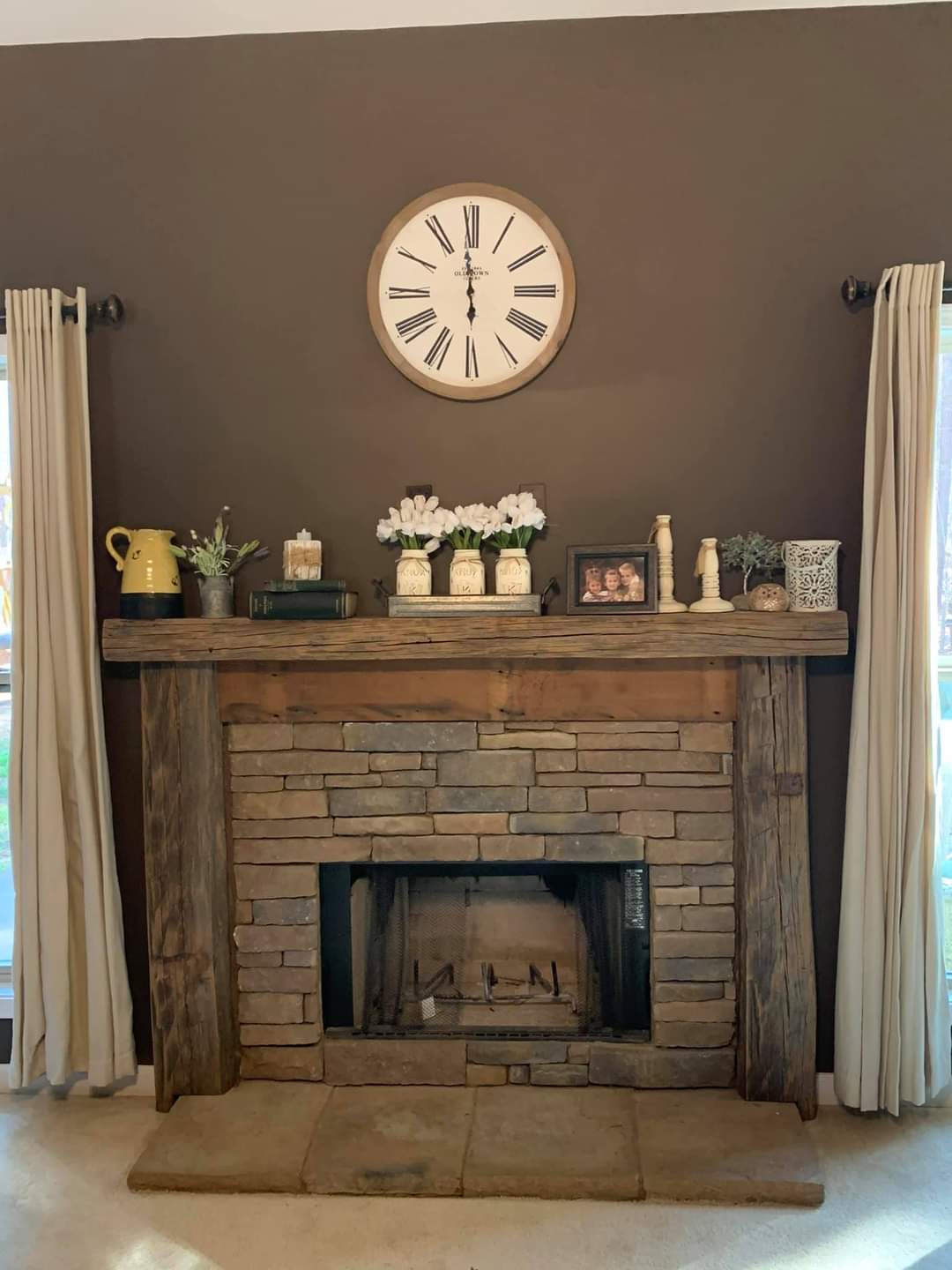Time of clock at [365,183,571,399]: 5:59
